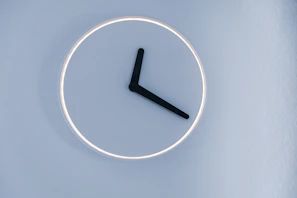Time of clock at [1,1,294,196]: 12:20
